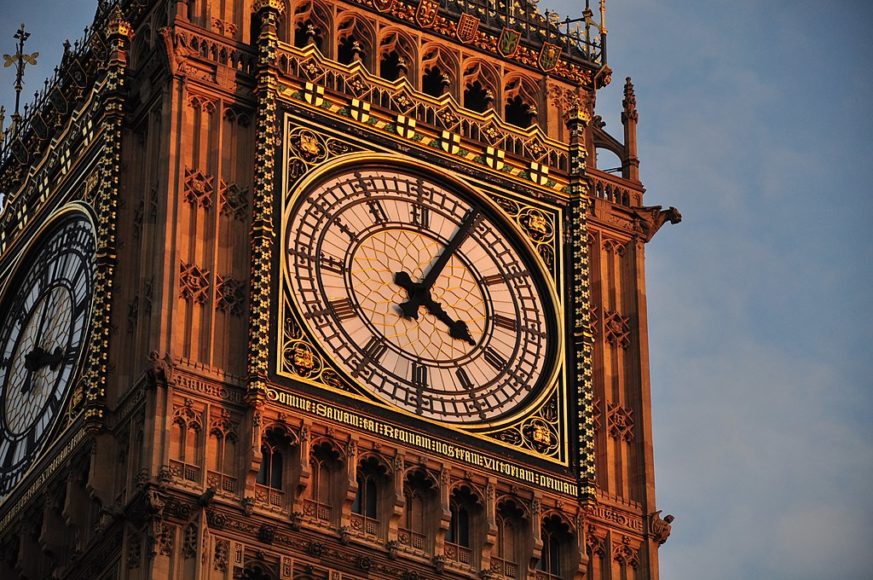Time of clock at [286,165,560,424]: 4:04
